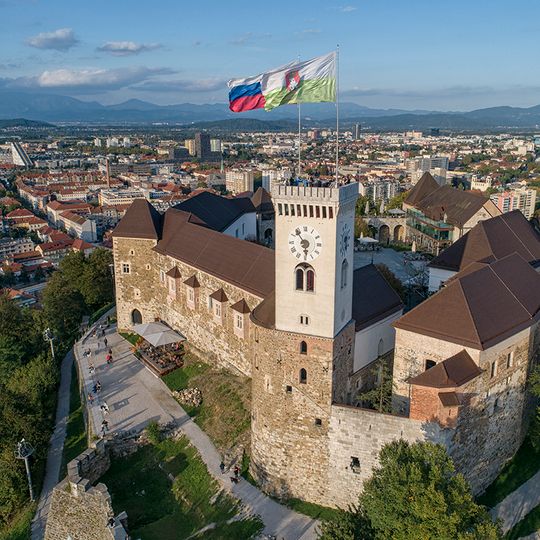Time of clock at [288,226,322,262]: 5:53
